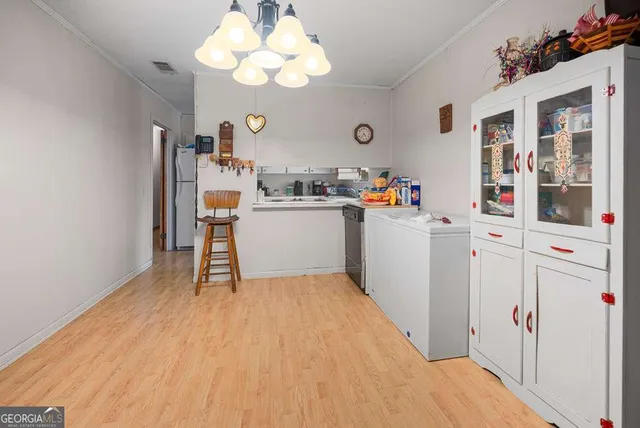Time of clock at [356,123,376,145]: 4:36
